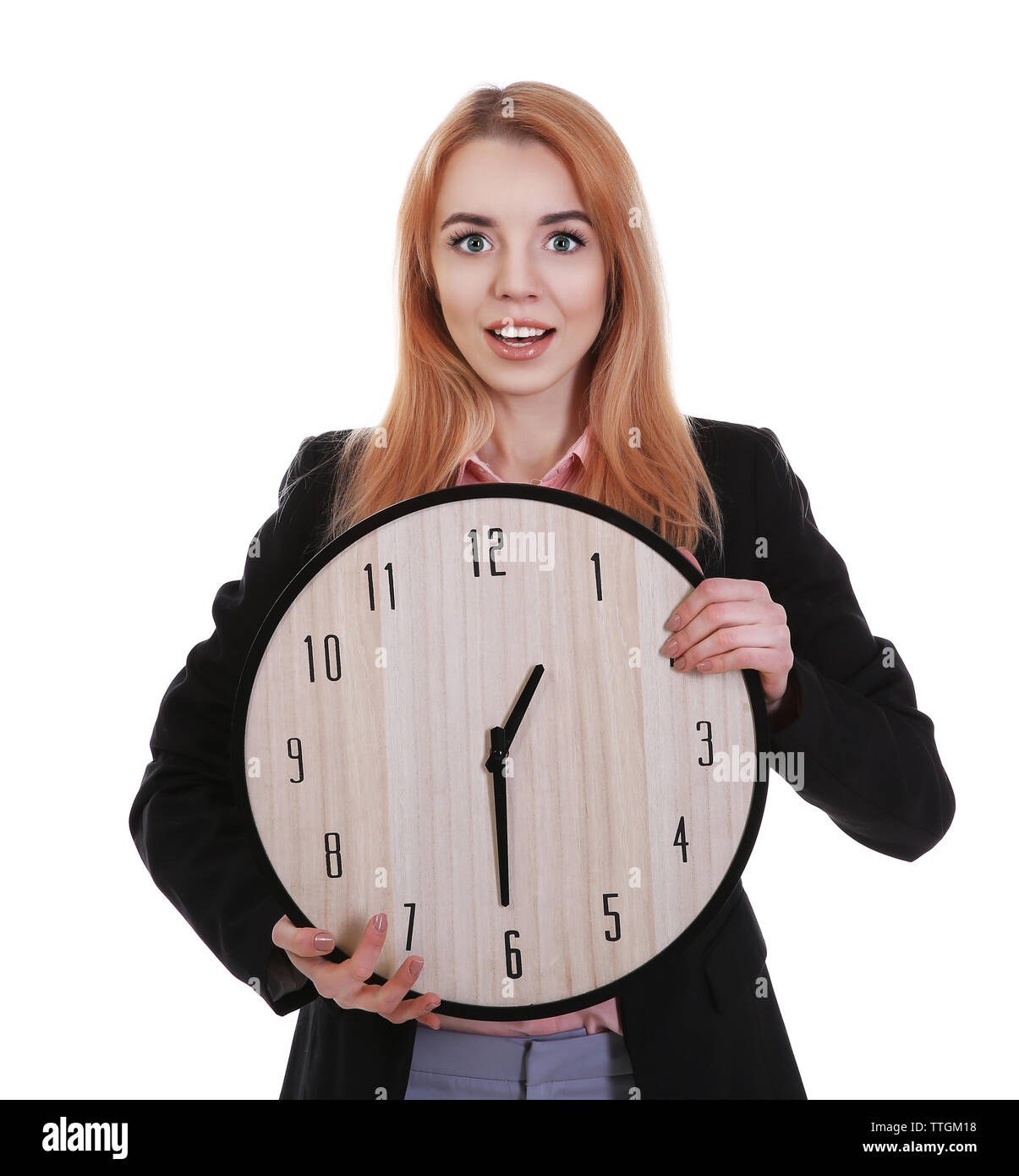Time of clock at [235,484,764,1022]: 12:29
